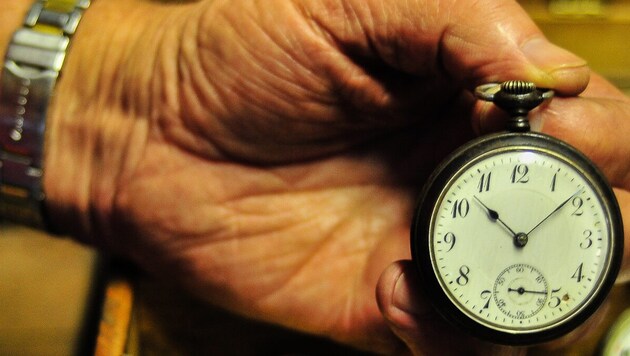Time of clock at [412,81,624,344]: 10:08
